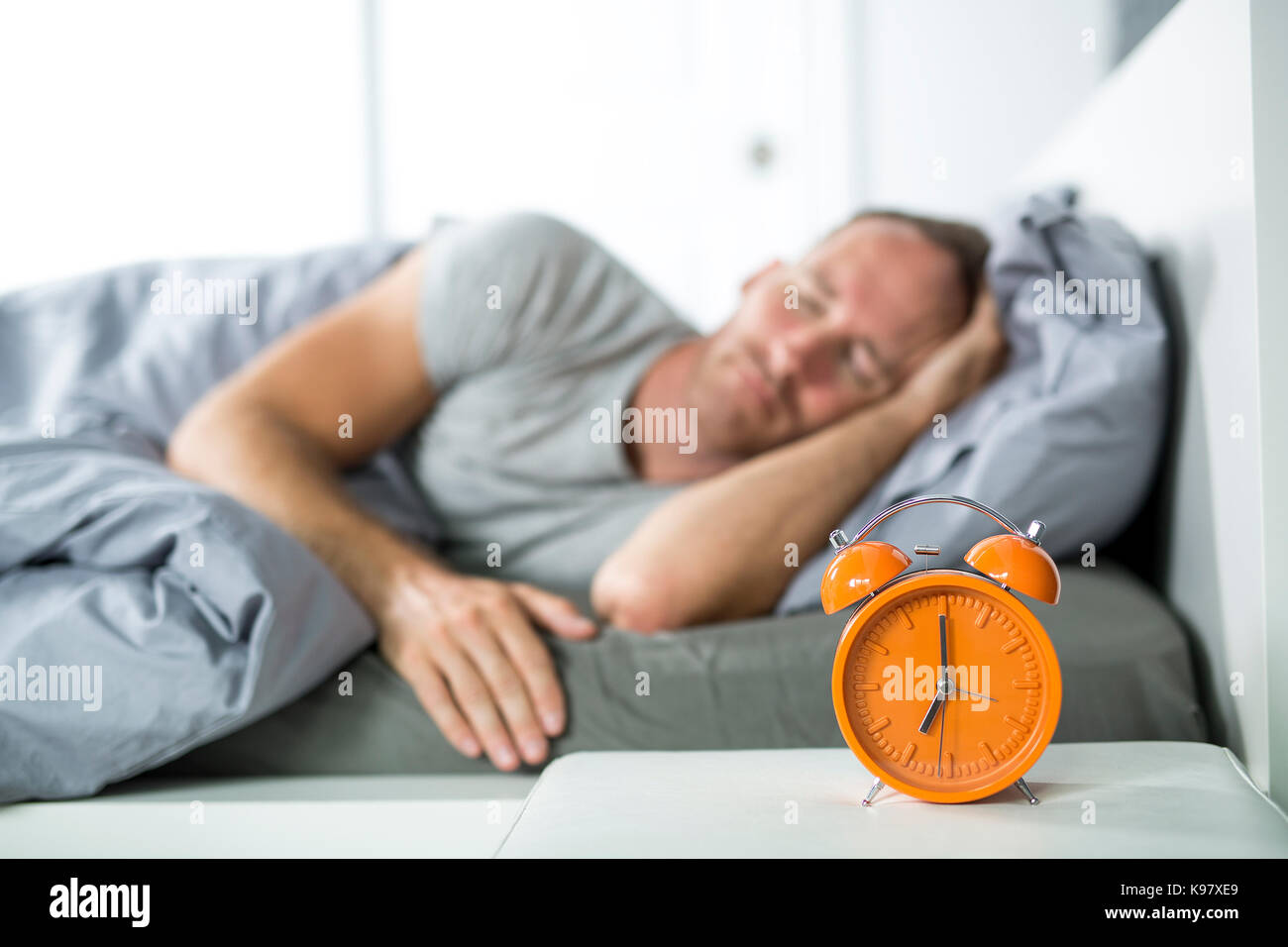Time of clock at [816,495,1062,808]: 7:00
